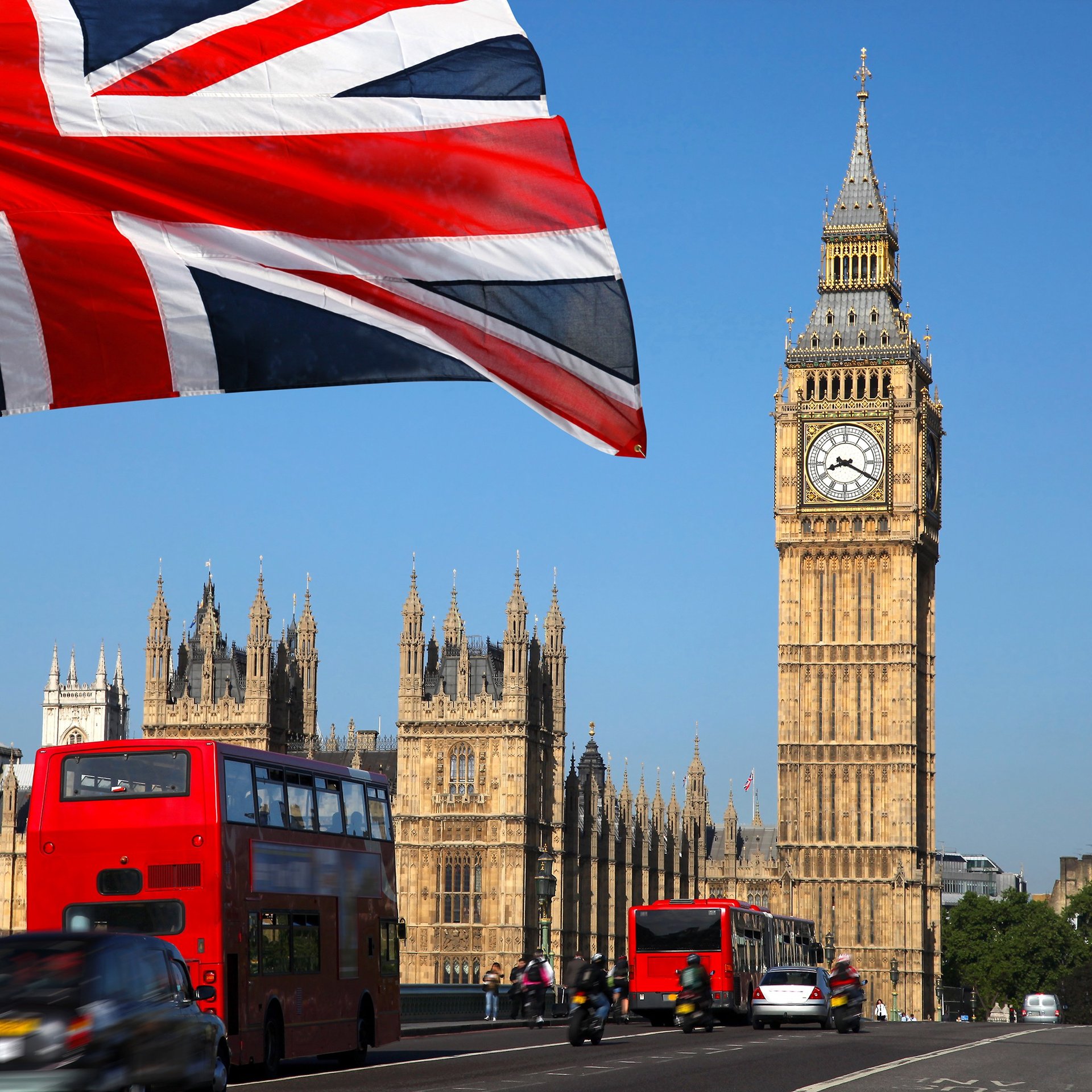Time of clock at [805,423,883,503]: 8:19
